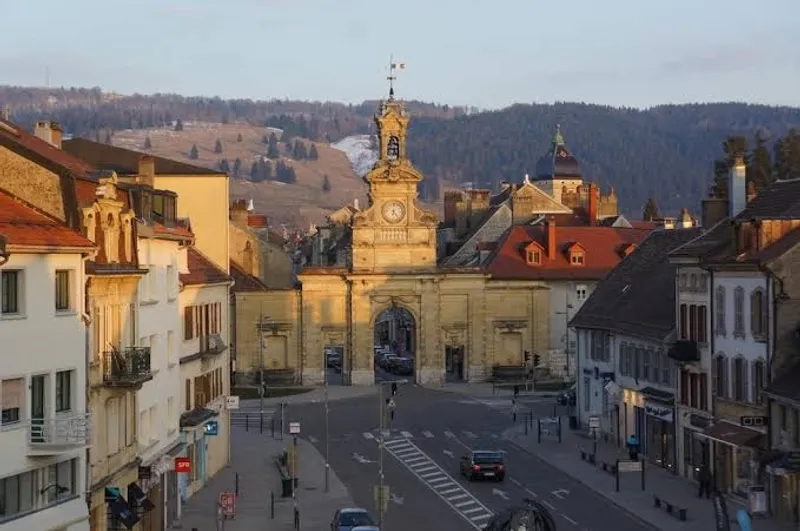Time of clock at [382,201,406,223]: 6:23
